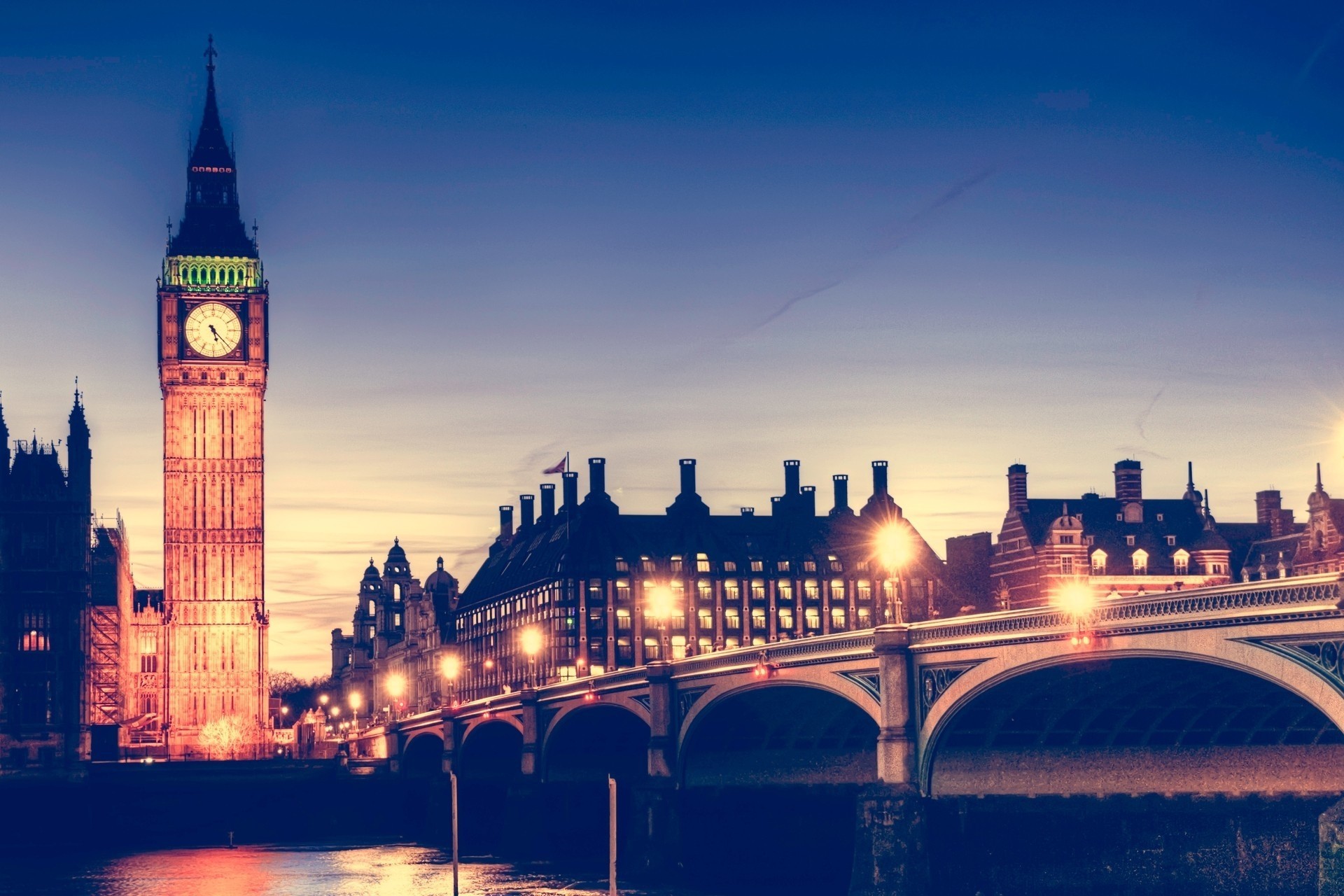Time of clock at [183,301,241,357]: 5:22
